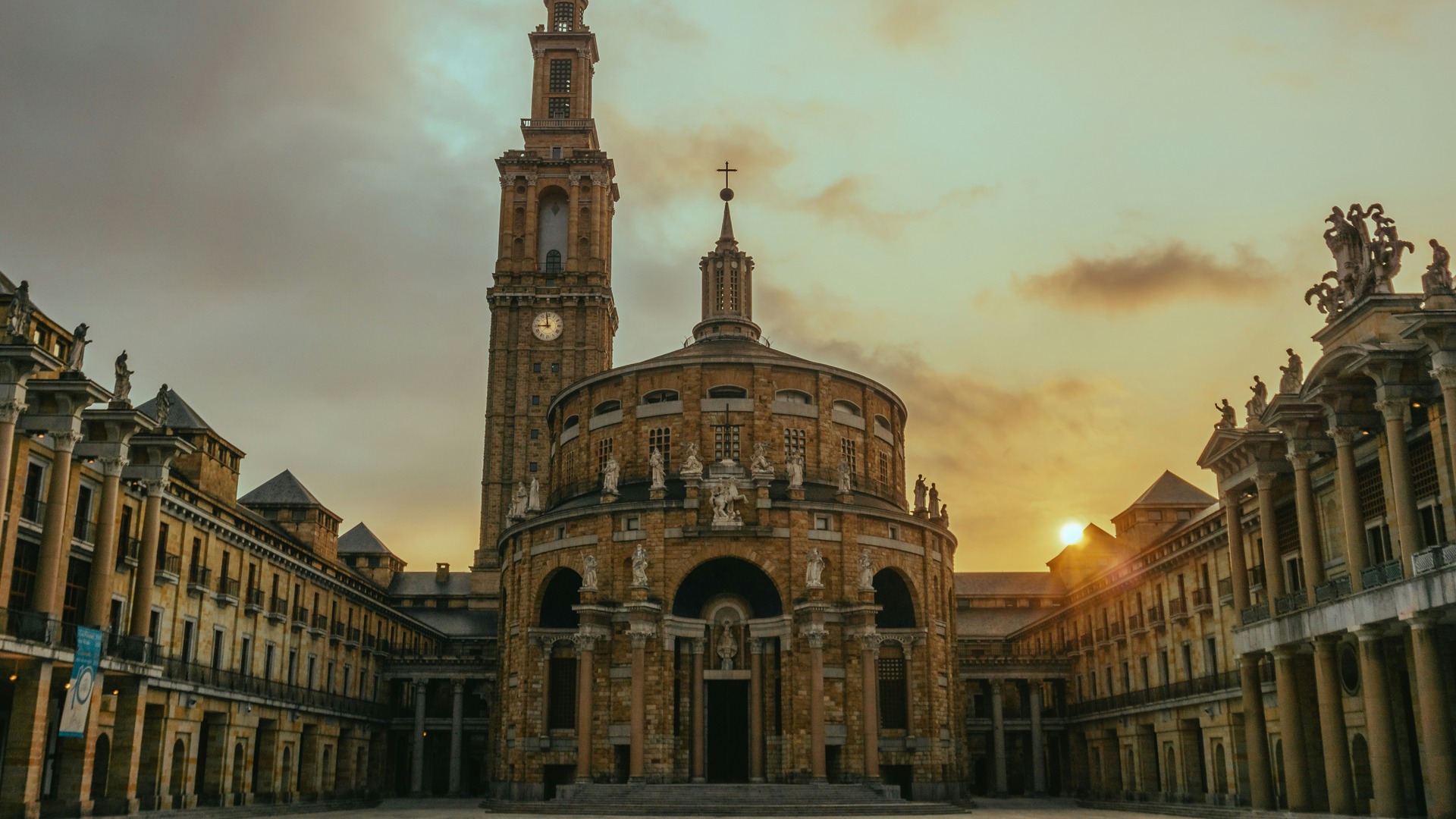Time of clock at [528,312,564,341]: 8:59
